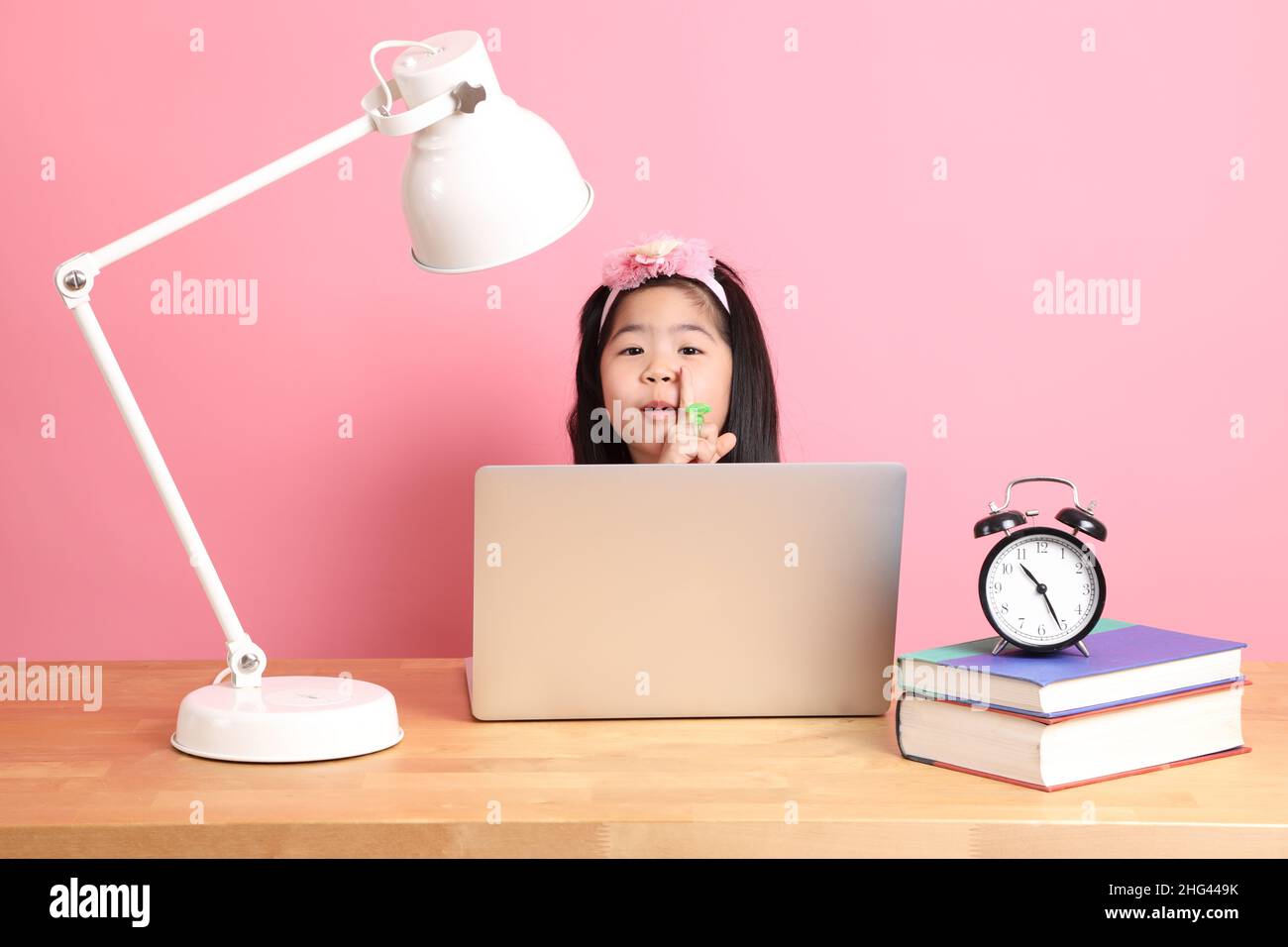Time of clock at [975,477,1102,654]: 10:26
